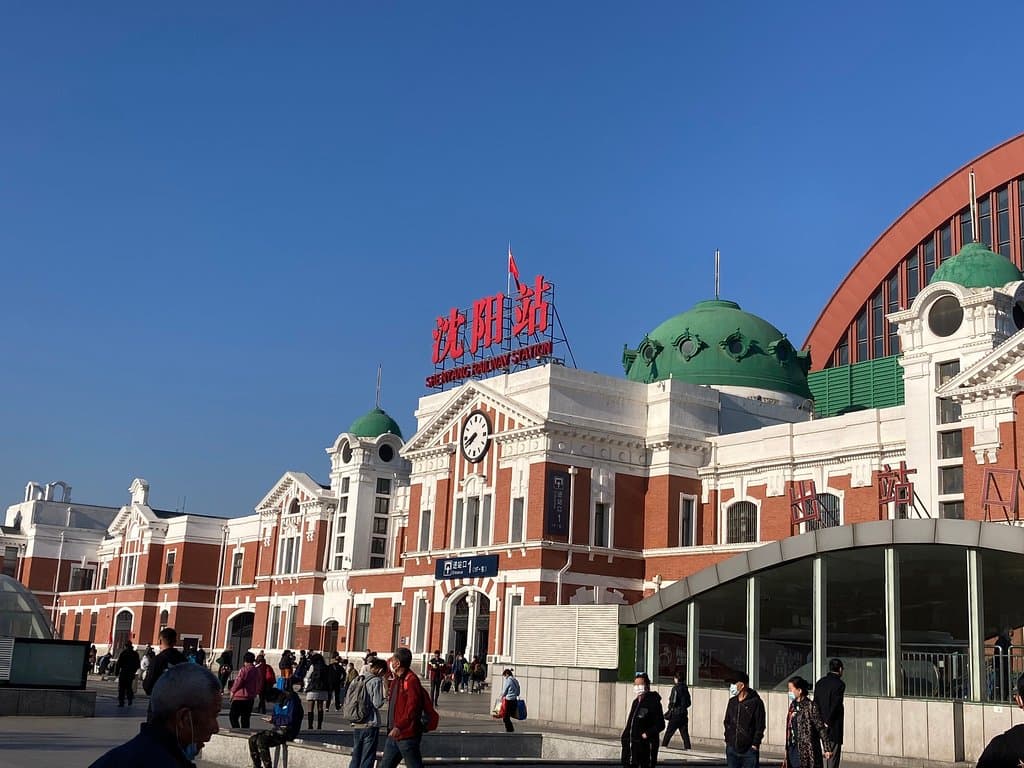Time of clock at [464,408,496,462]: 7:41
